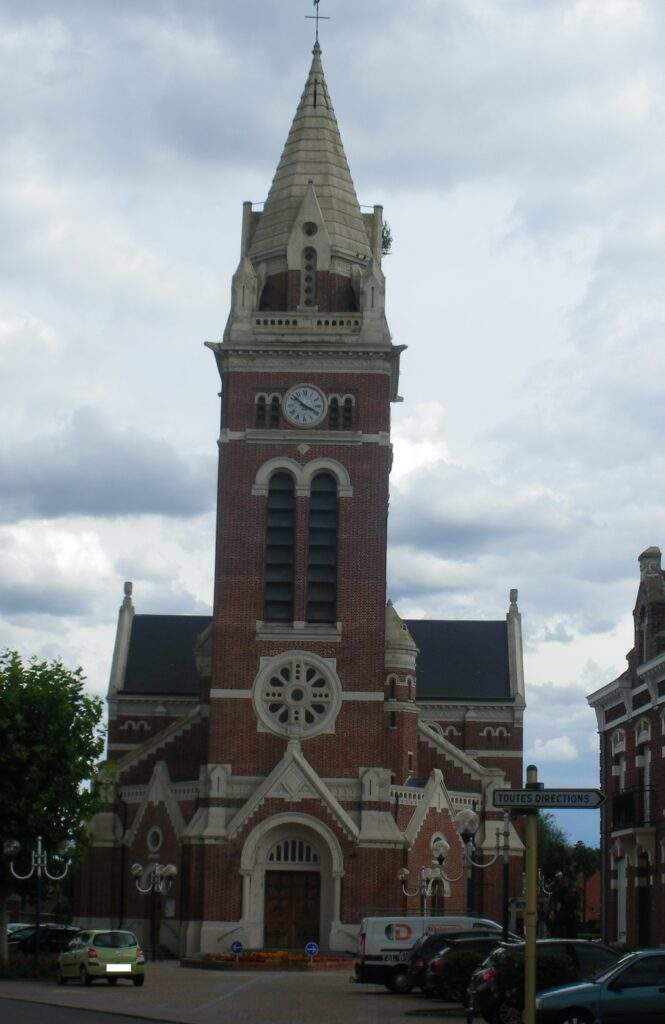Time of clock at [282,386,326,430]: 3:51
